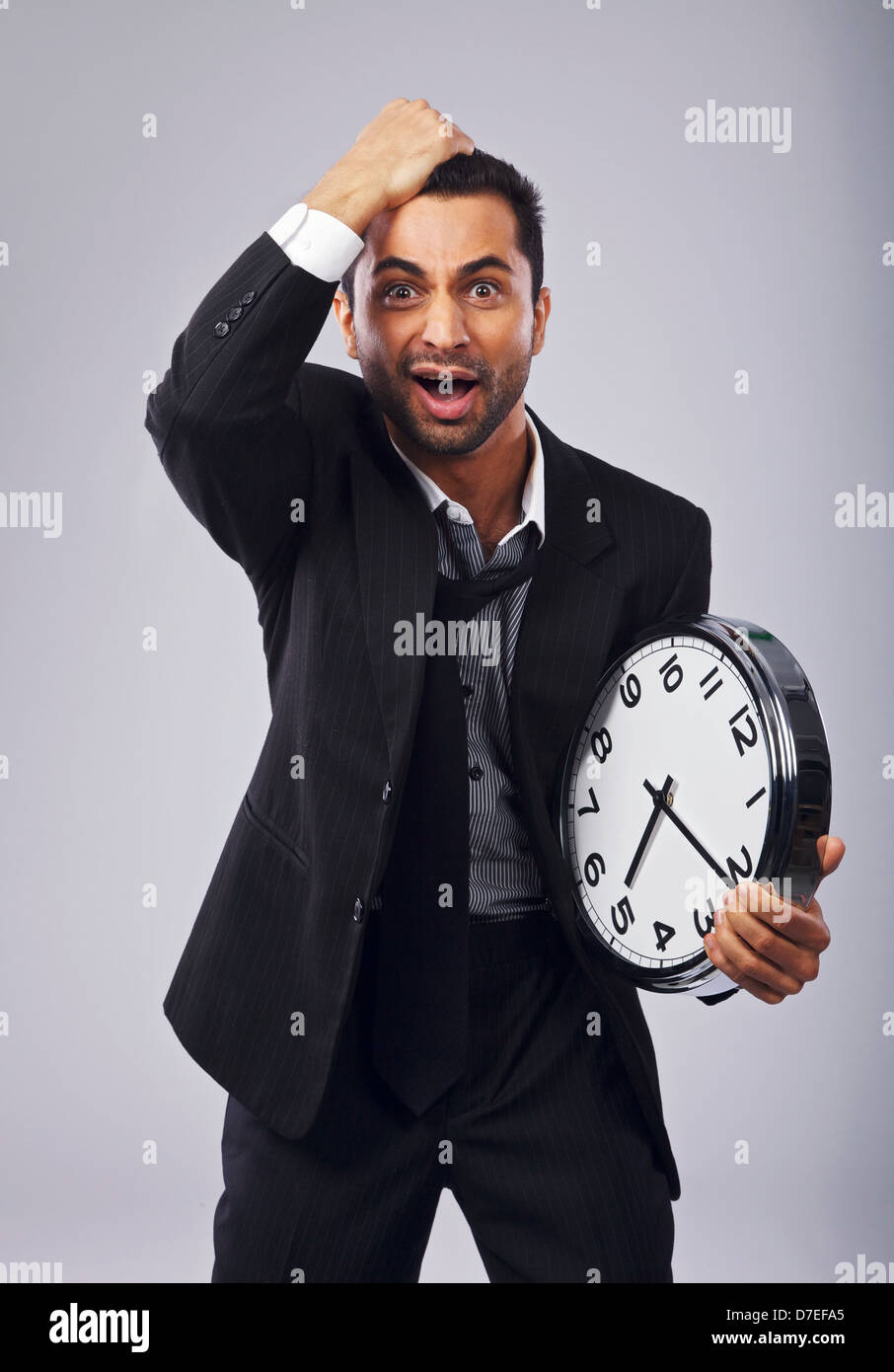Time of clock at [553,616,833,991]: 7:21
